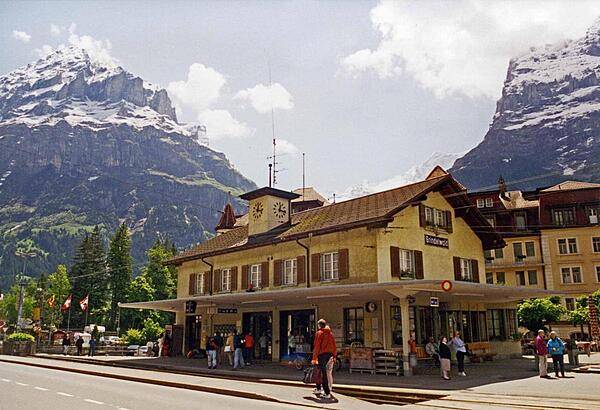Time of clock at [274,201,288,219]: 12:16
